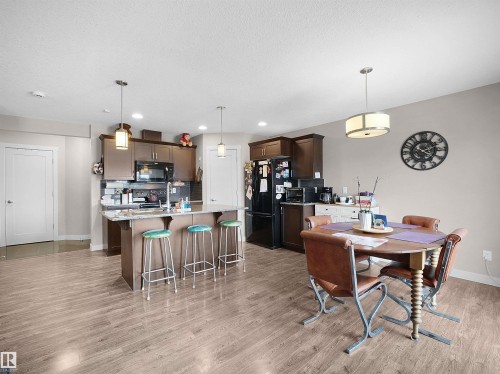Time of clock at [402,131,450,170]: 2:21
